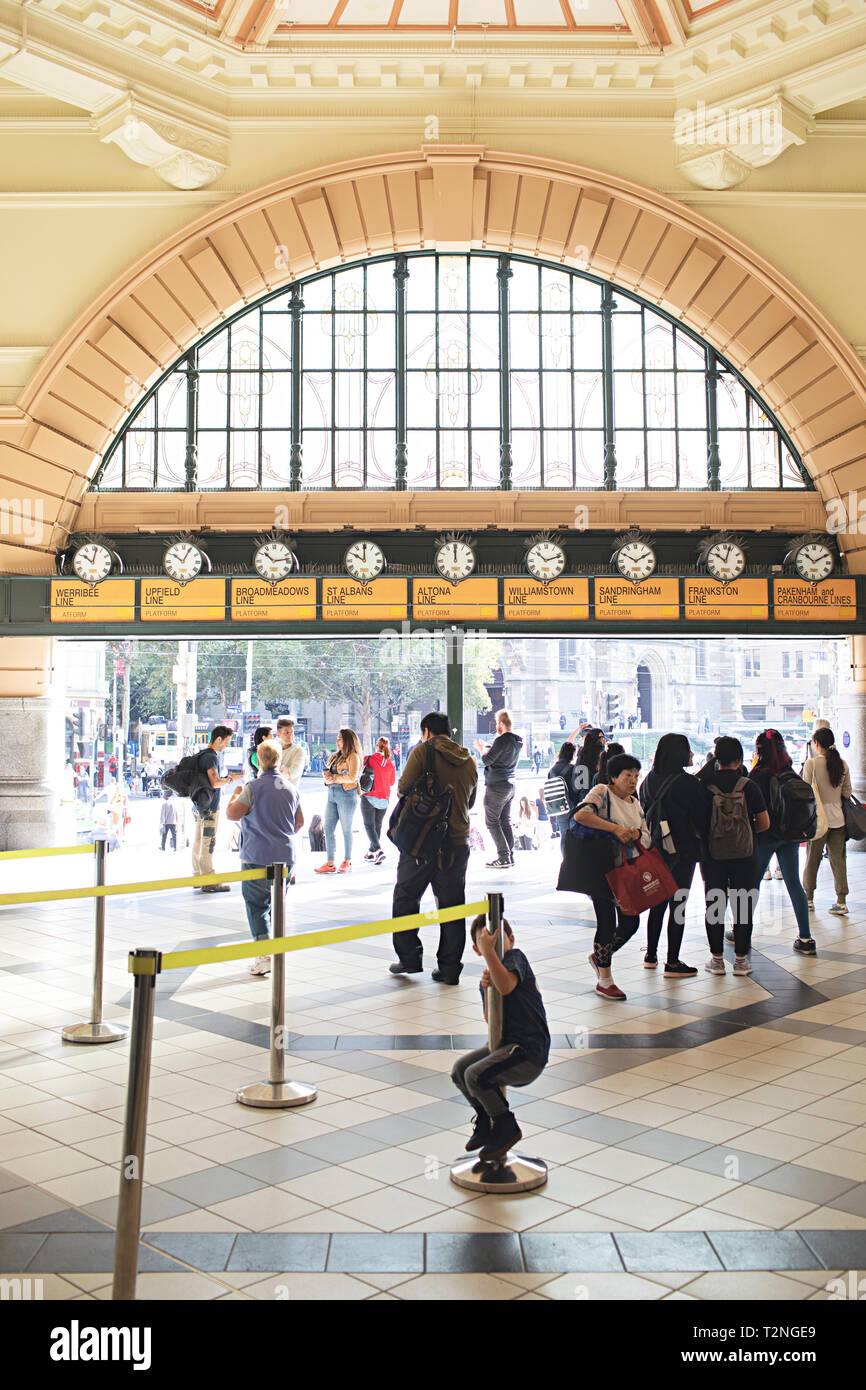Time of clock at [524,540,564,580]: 10:11
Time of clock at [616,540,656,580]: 1:50
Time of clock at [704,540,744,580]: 10:02
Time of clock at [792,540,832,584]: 10:09
